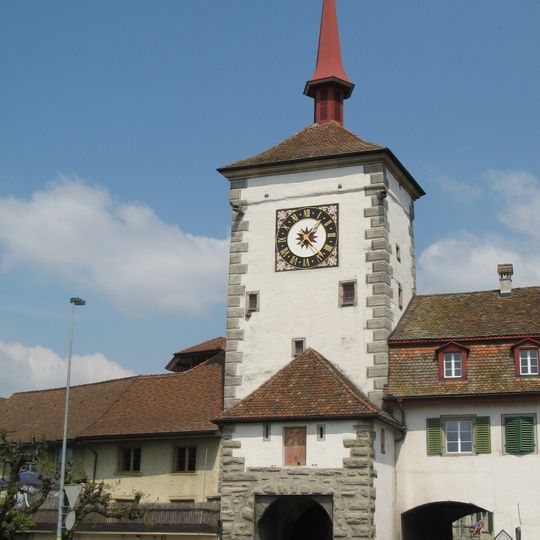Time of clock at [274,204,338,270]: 7:07
